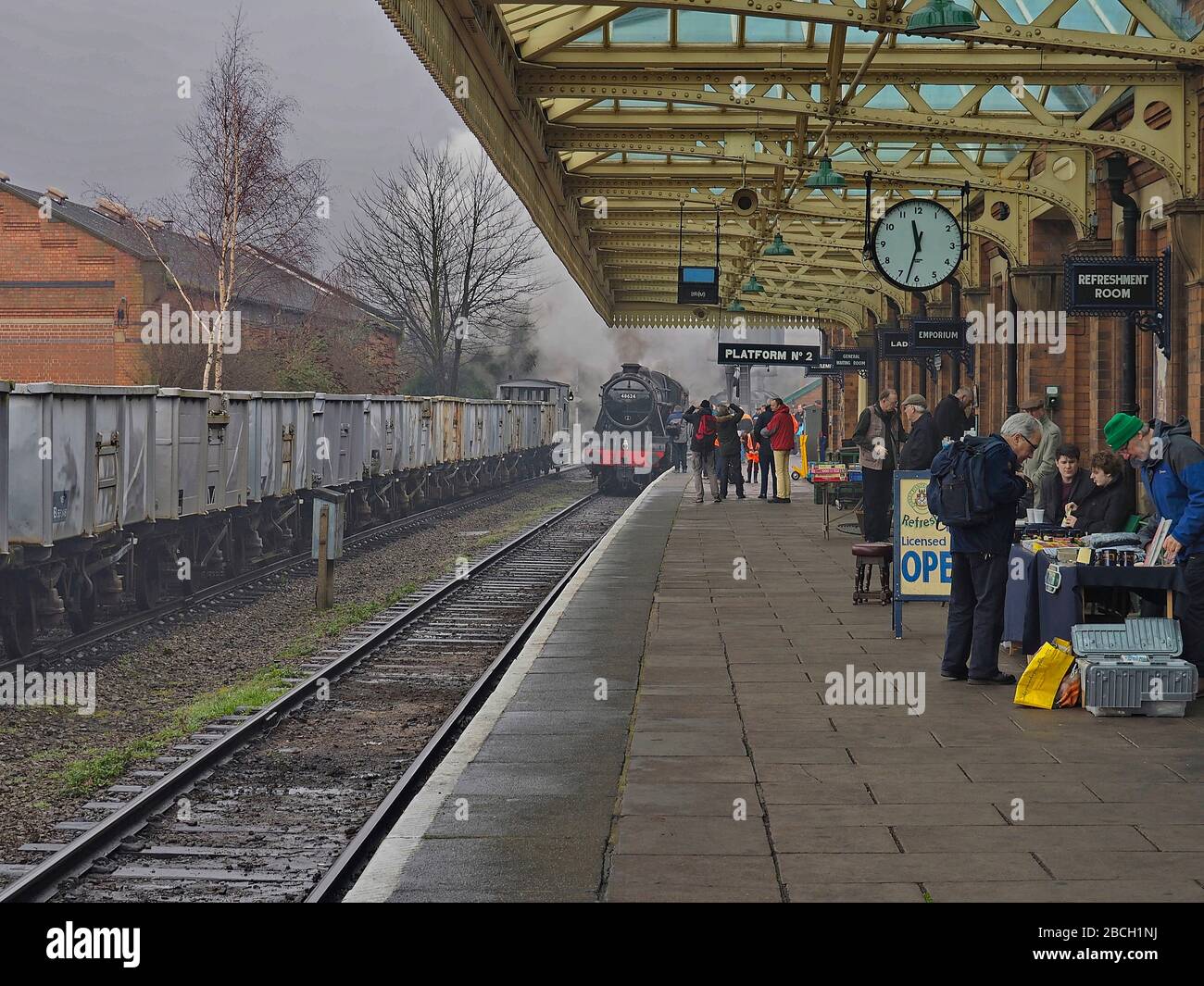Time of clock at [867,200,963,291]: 11:32
